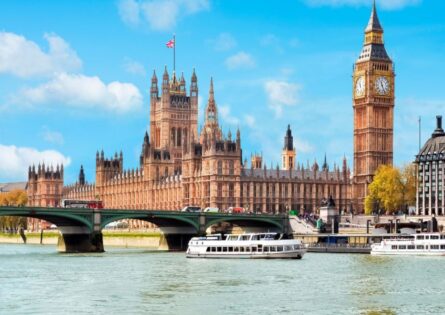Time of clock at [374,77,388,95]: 11:26
